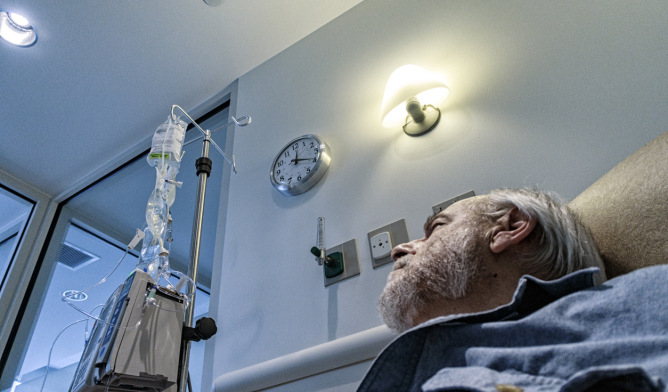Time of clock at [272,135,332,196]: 12:19
